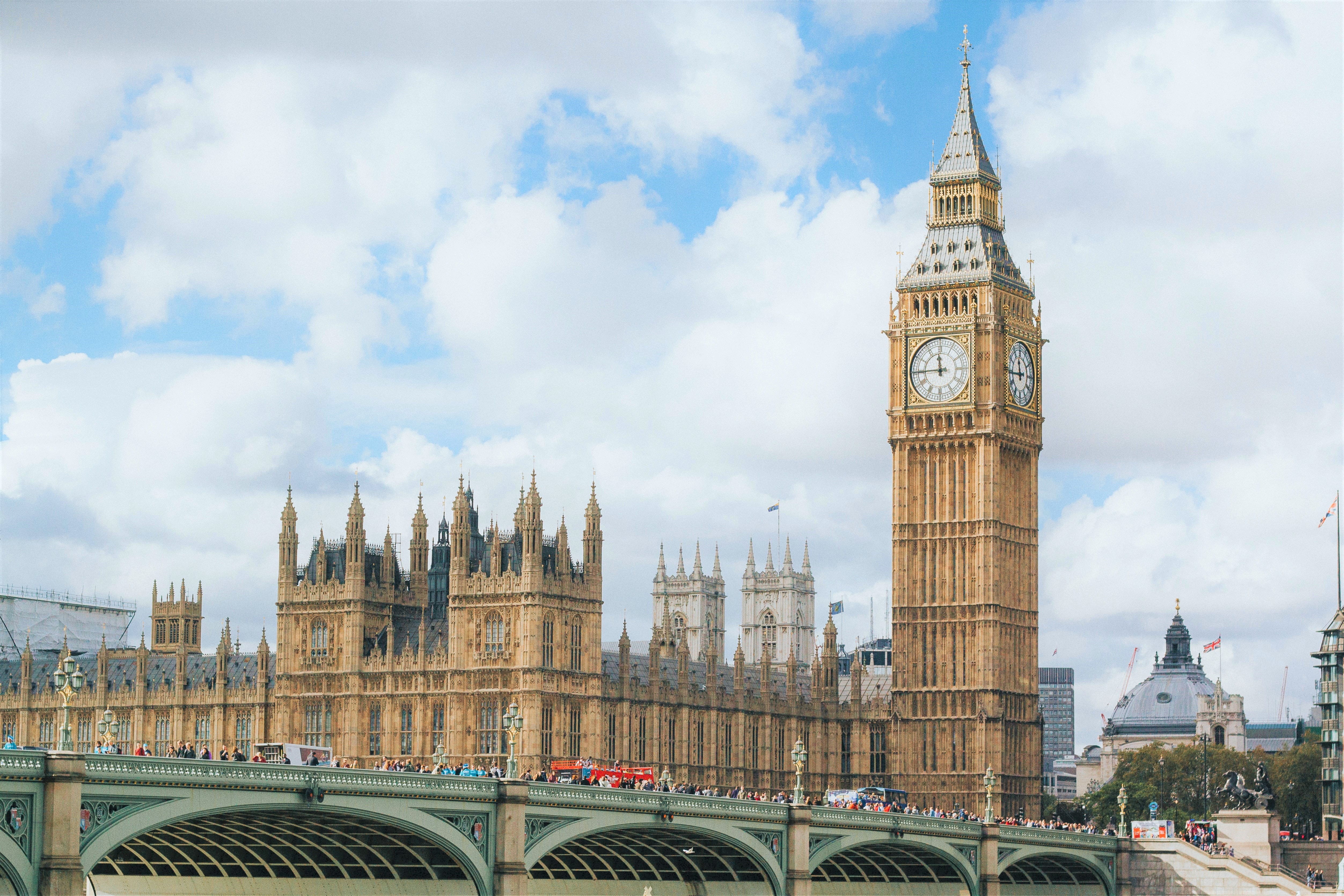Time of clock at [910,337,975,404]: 11:44
